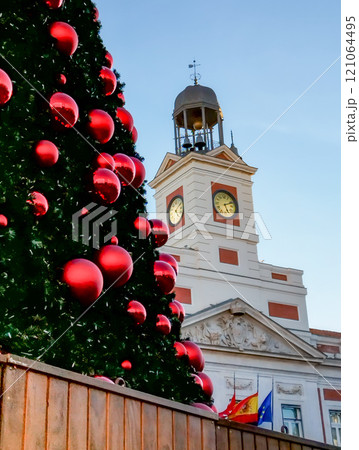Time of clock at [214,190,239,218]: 5:11
